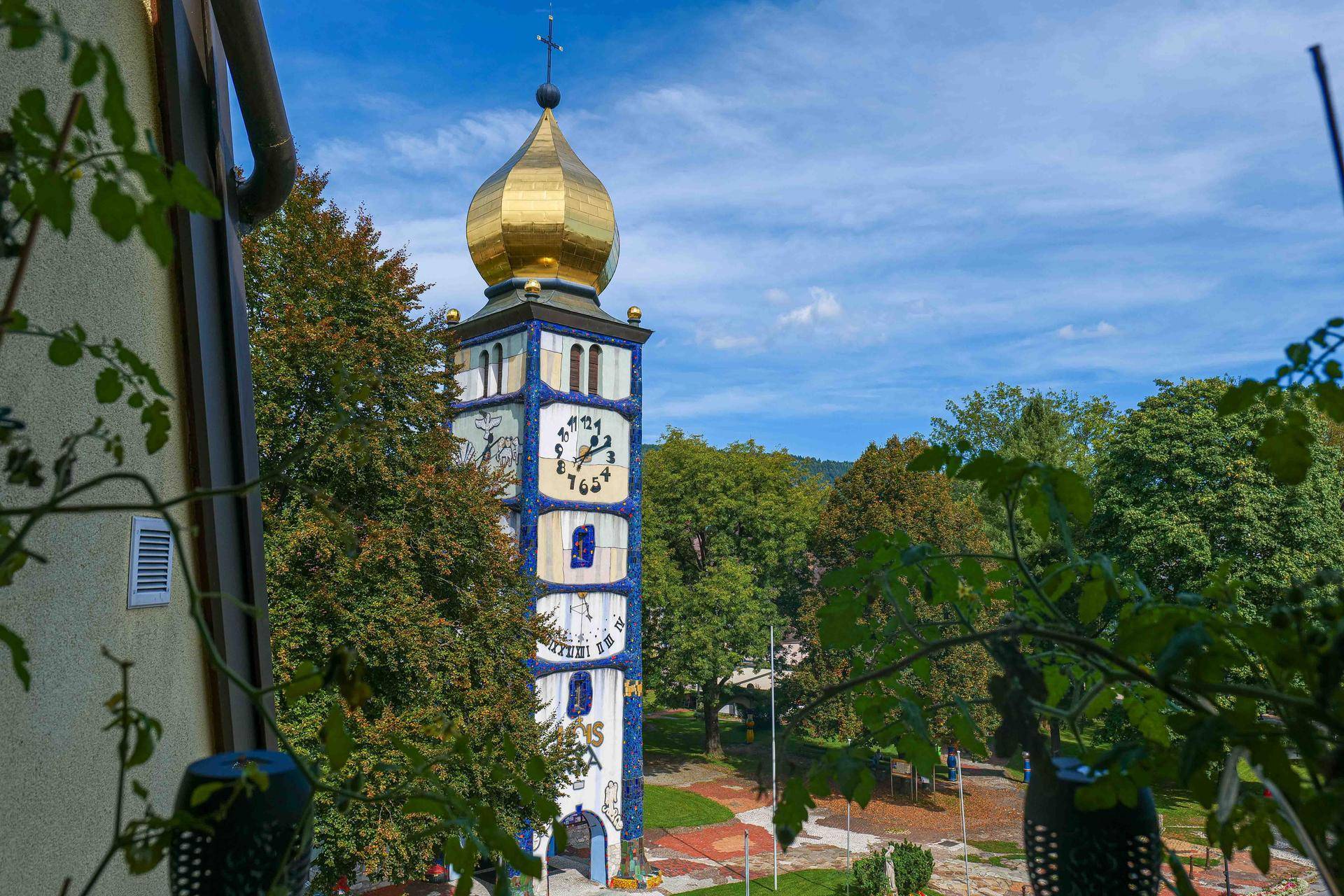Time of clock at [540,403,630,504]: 1:10
